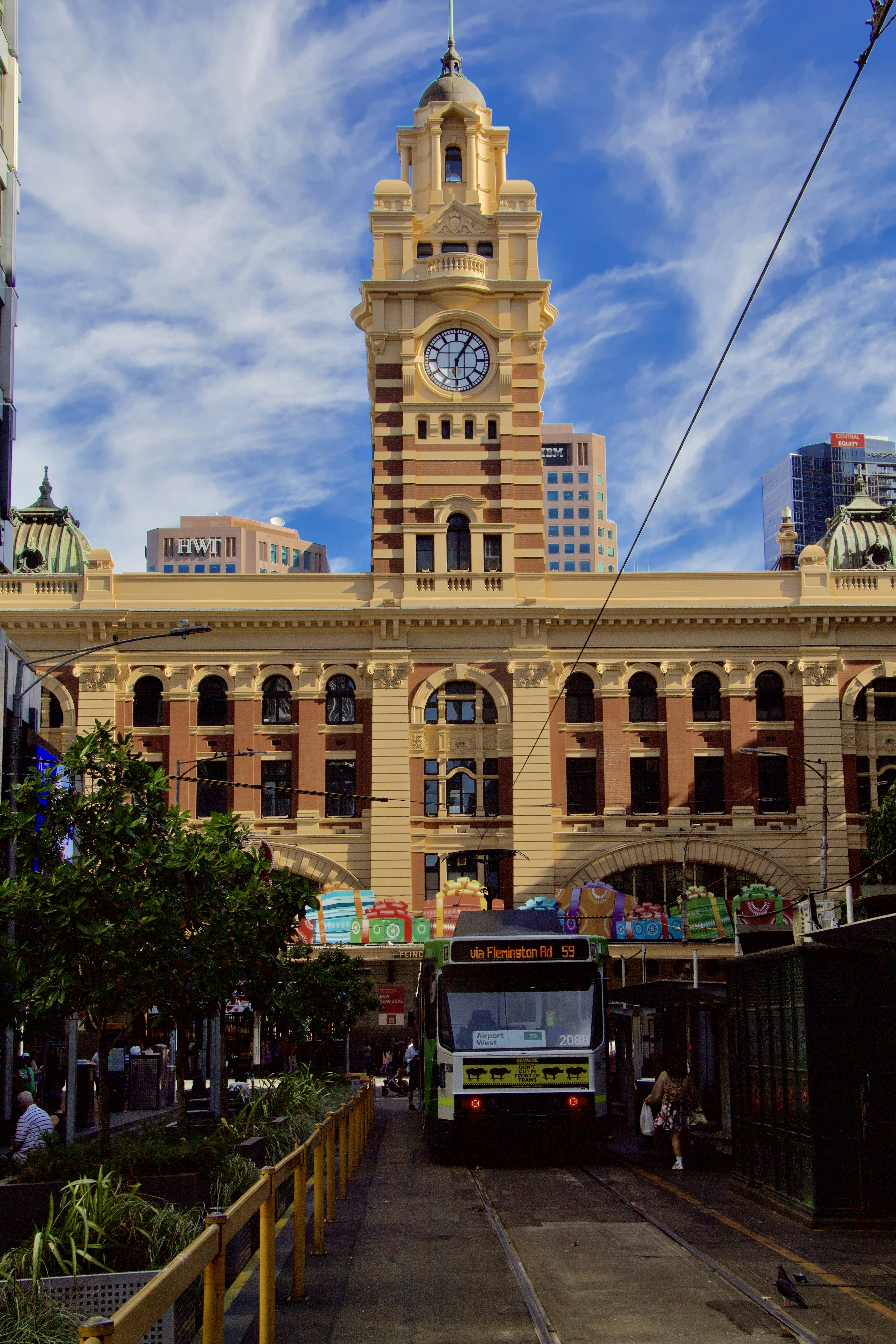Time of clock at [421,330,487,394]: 6:05
